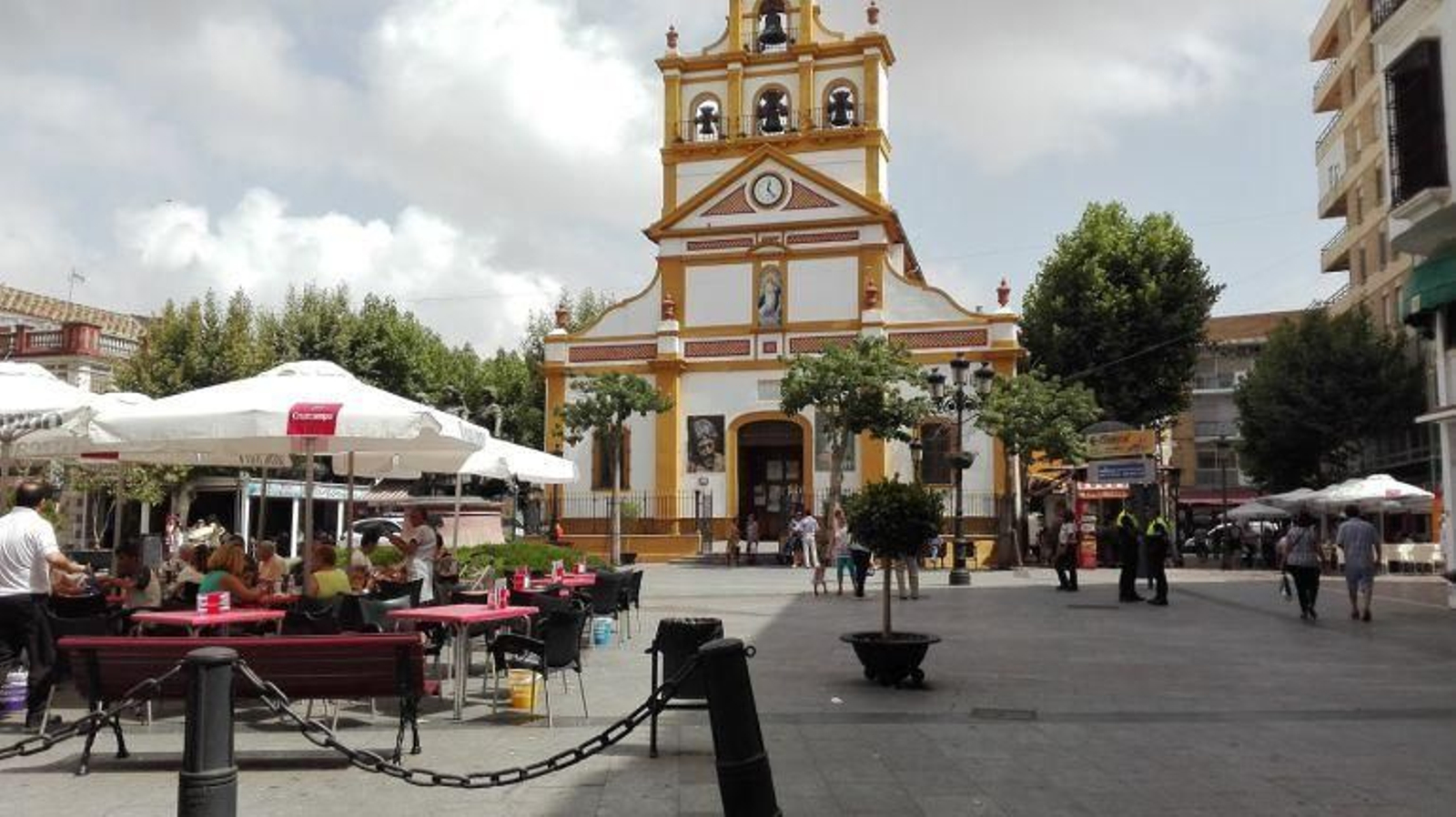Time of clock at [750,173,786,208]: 12:23
